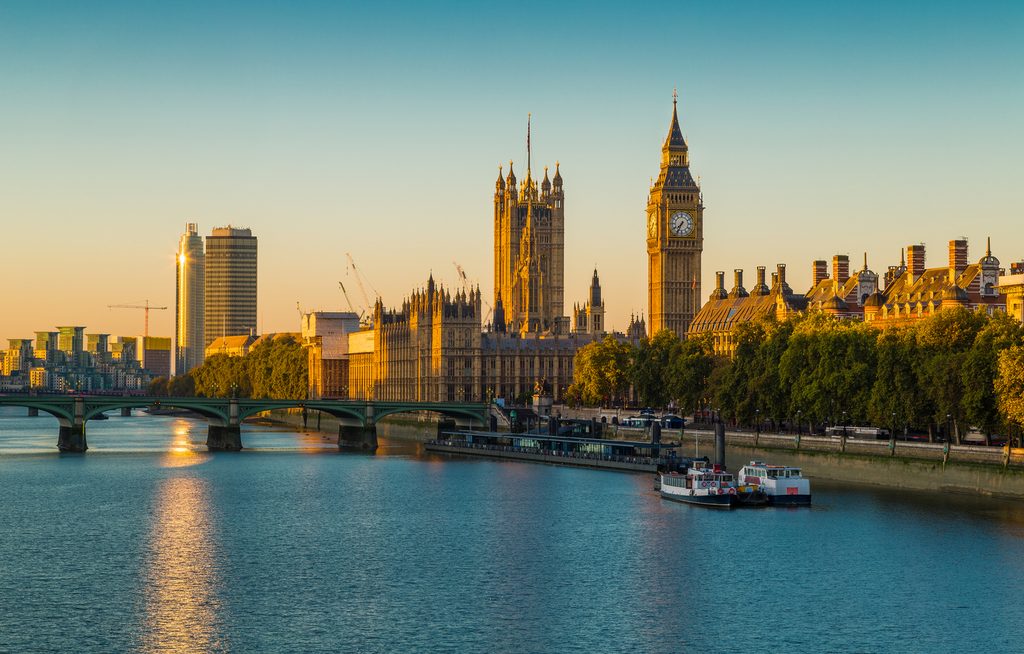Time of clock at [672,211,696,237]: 7:34
